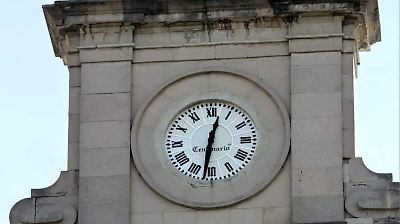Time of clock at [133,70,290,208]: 12:31
